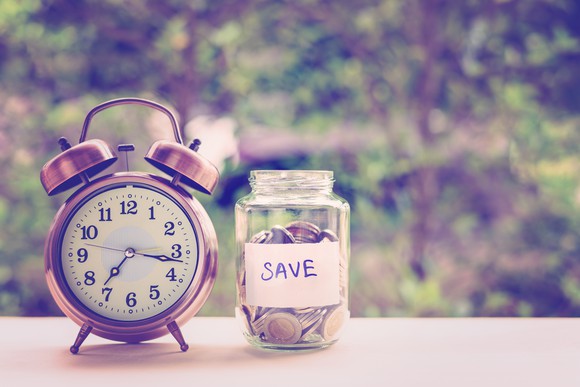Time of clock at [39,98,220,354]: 7:16
